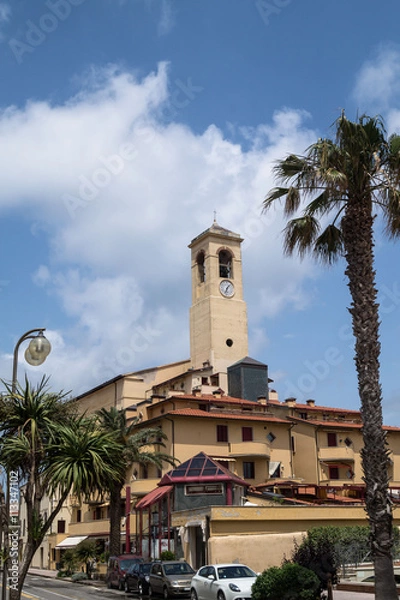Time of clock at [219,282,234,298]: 1:33
